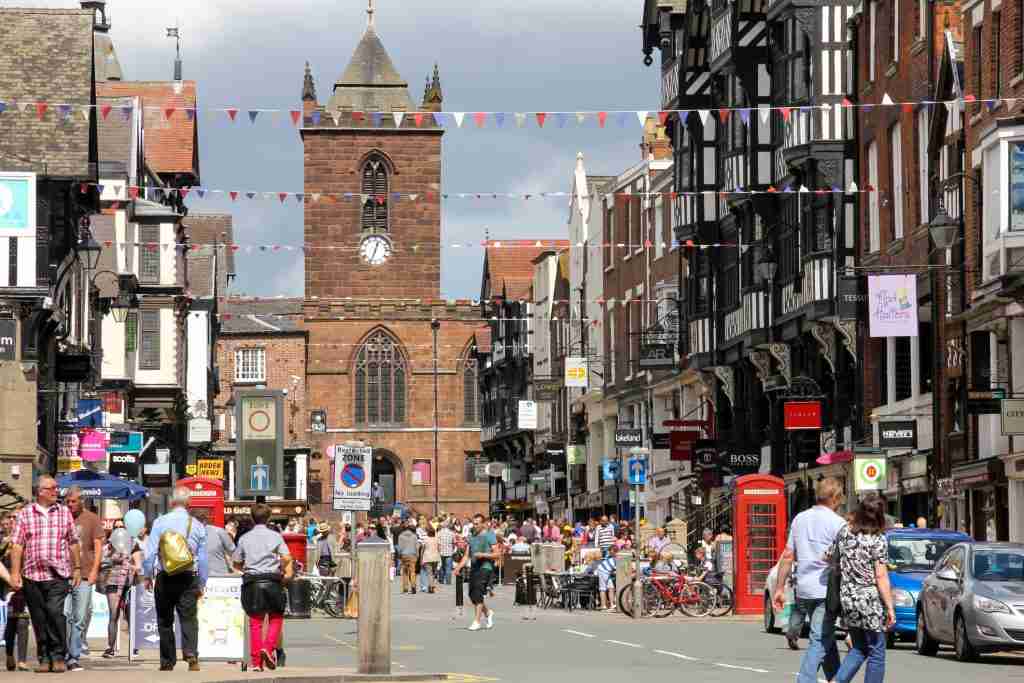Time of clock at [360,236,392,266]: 12:33
